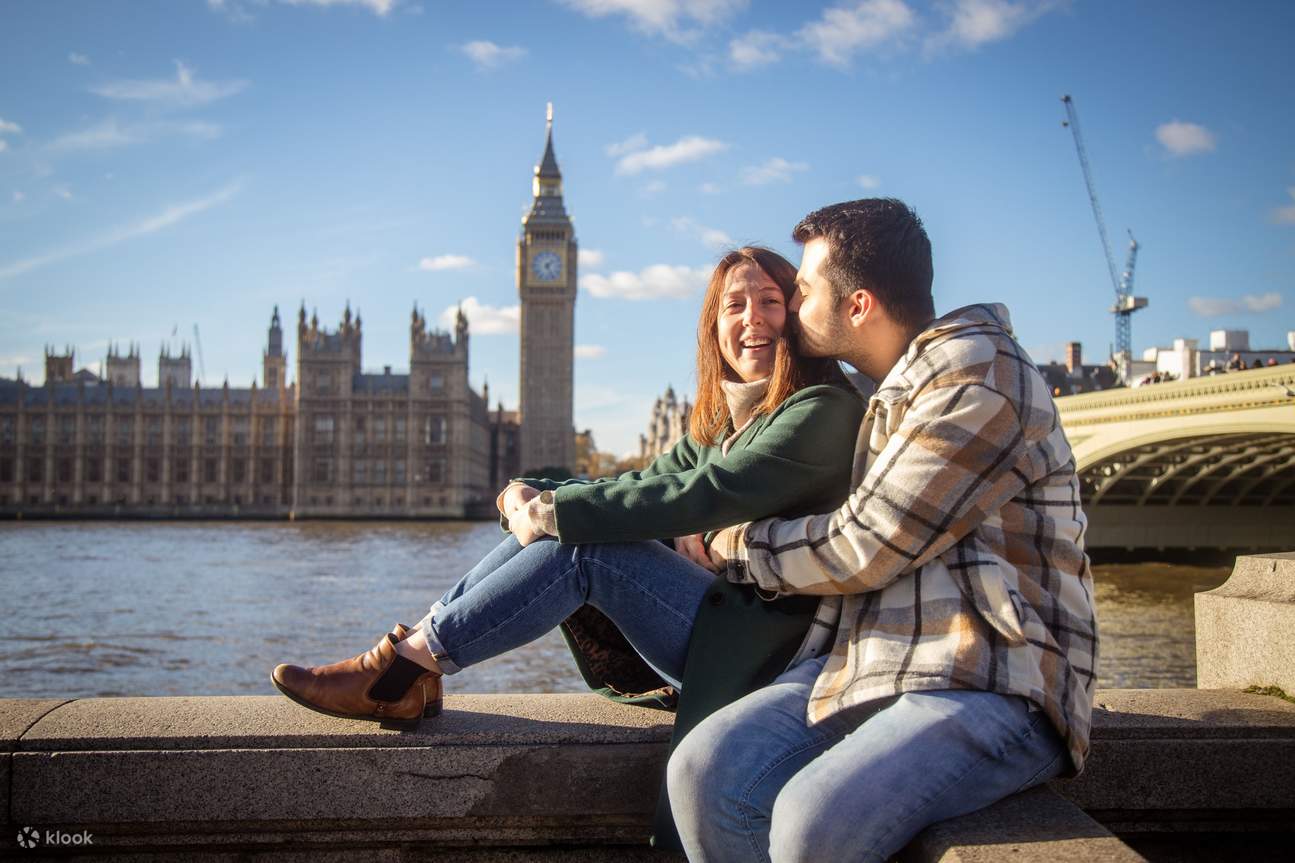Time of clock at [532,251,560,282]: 5:08
